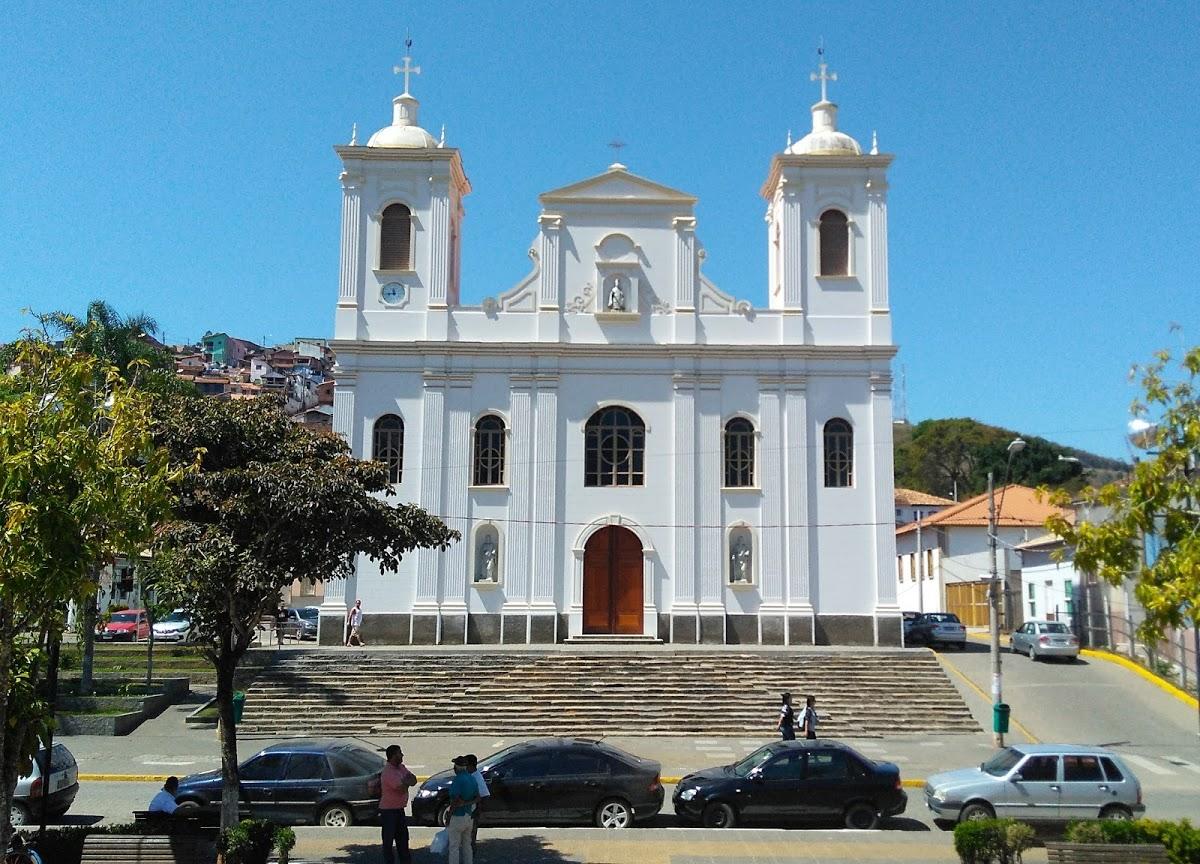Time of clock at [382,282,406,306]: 11:43
